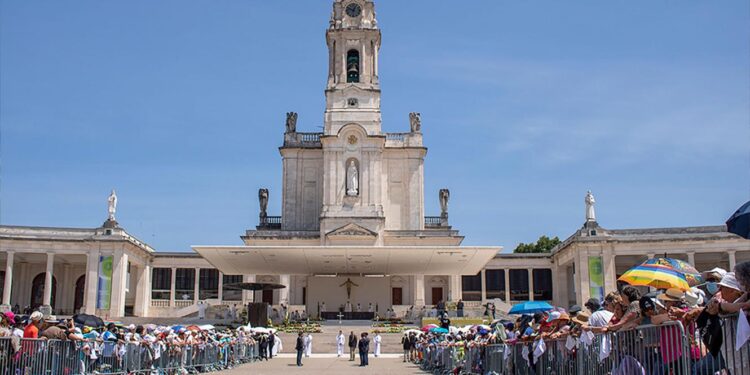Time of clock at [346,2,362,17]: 12:49
